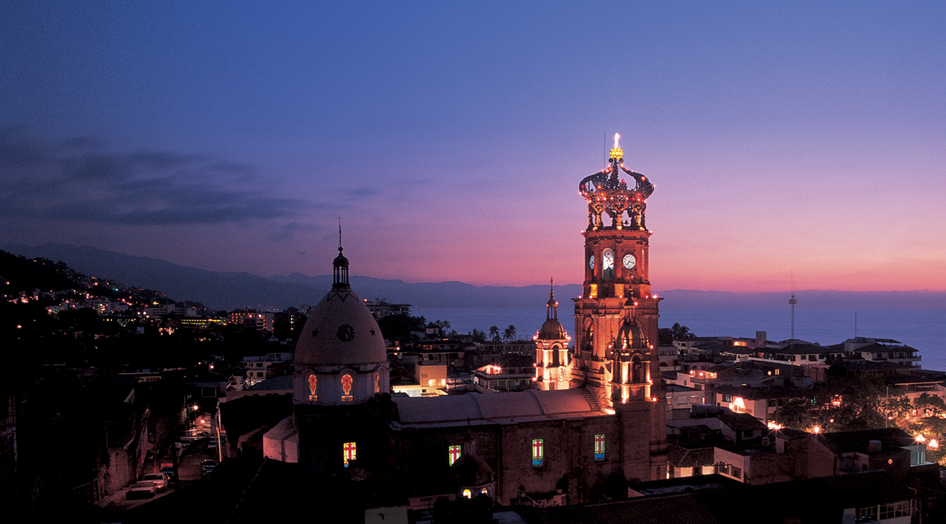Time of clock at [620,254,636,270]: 7:17
